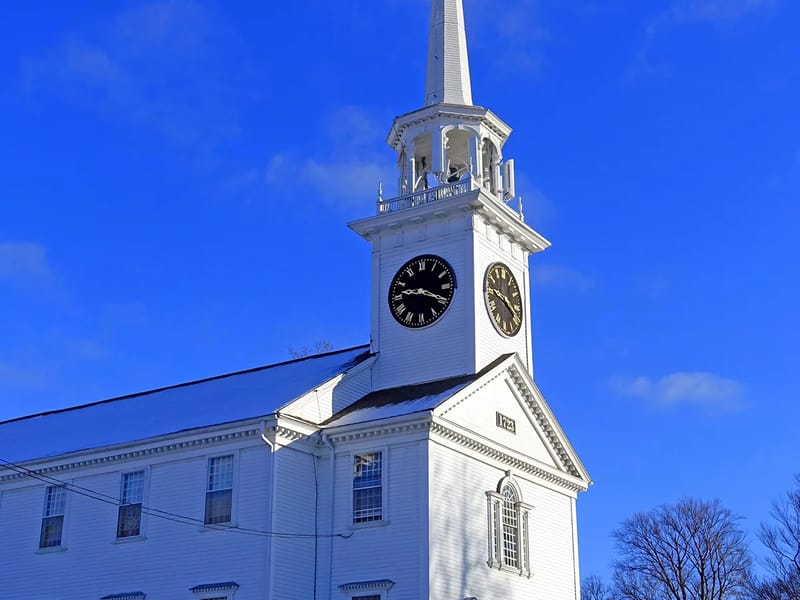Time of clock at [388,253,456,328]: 9:19
